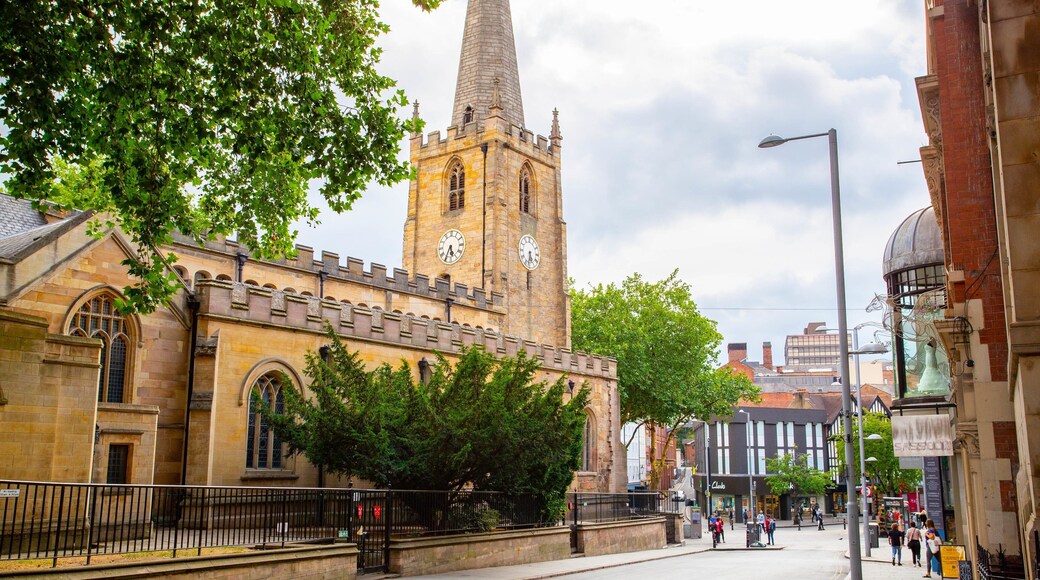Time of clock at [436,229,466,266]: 5:34
